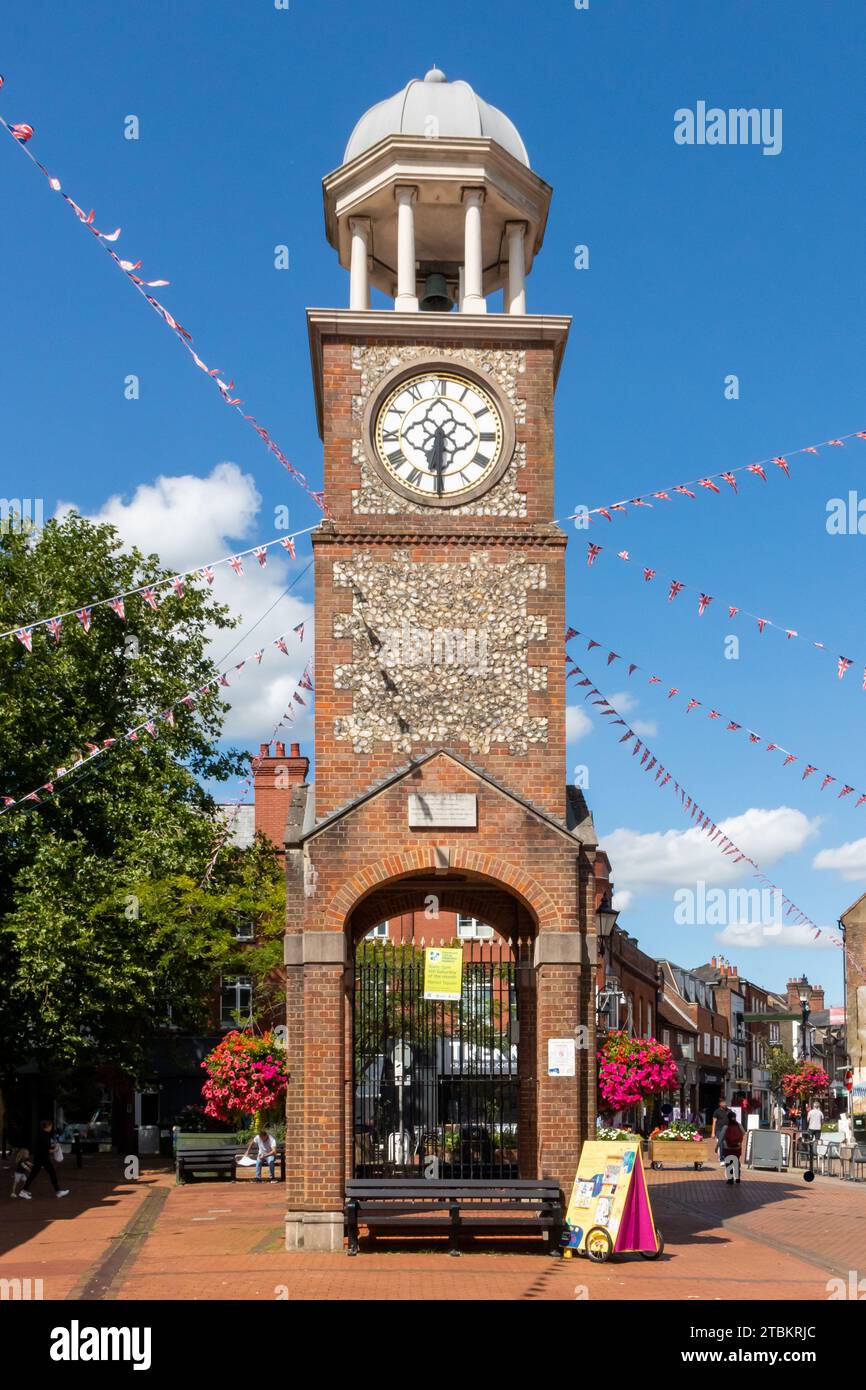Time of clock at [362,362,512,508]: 6:30
